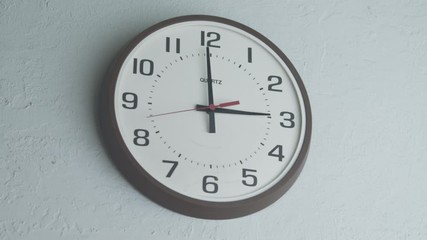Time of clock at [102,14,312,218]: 2:59
